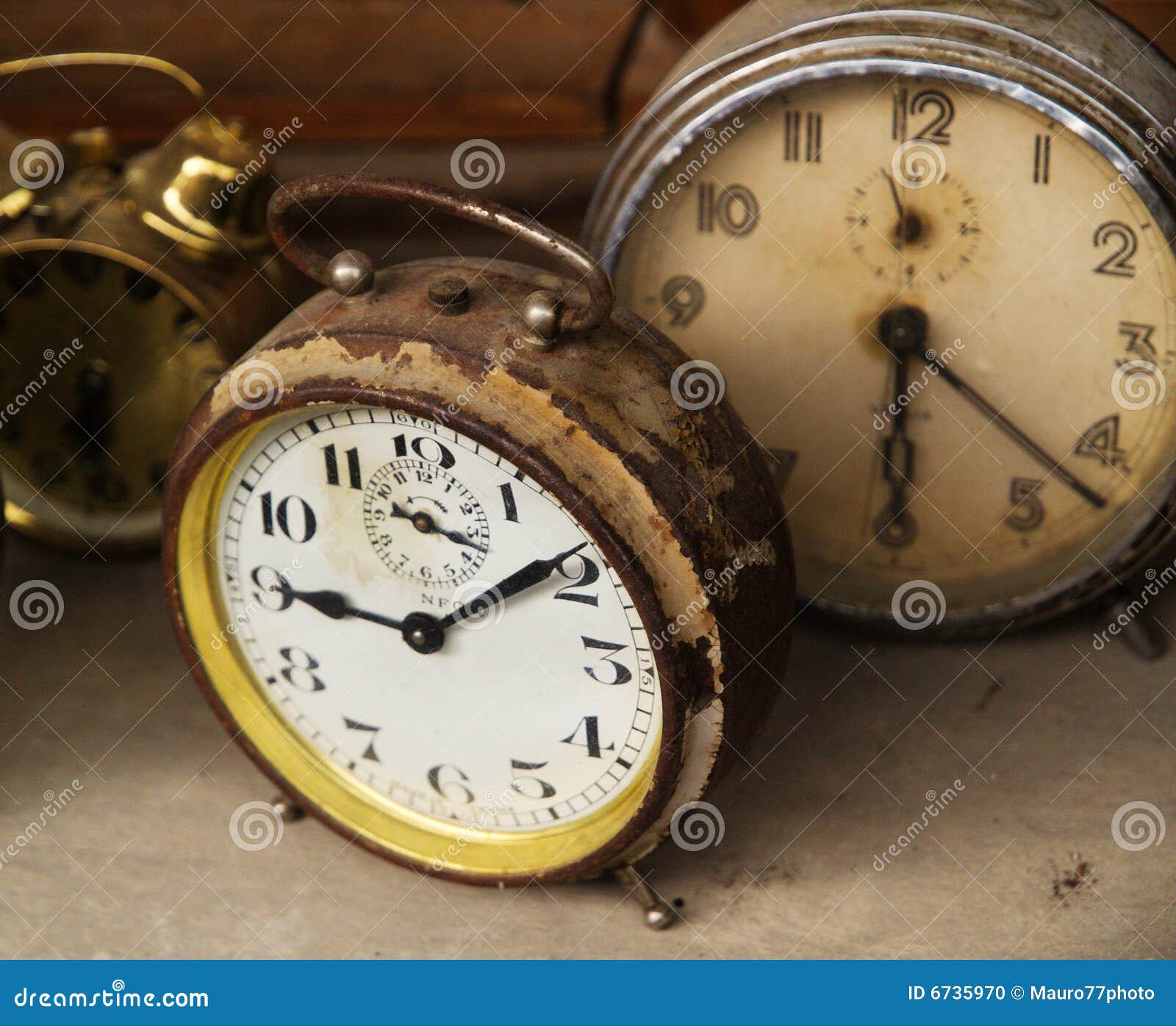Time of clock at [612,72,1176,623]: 6:21
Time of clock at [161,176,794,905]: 9:09
